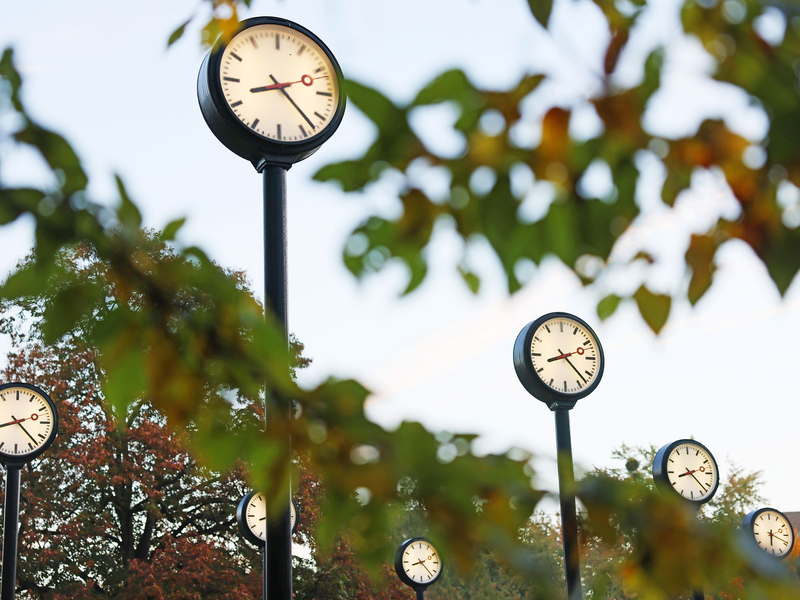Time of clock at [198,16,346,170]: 8:22
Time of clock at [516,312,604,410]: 8:22
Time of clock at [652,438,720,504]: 8:22
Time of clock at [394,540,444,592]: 8:22
